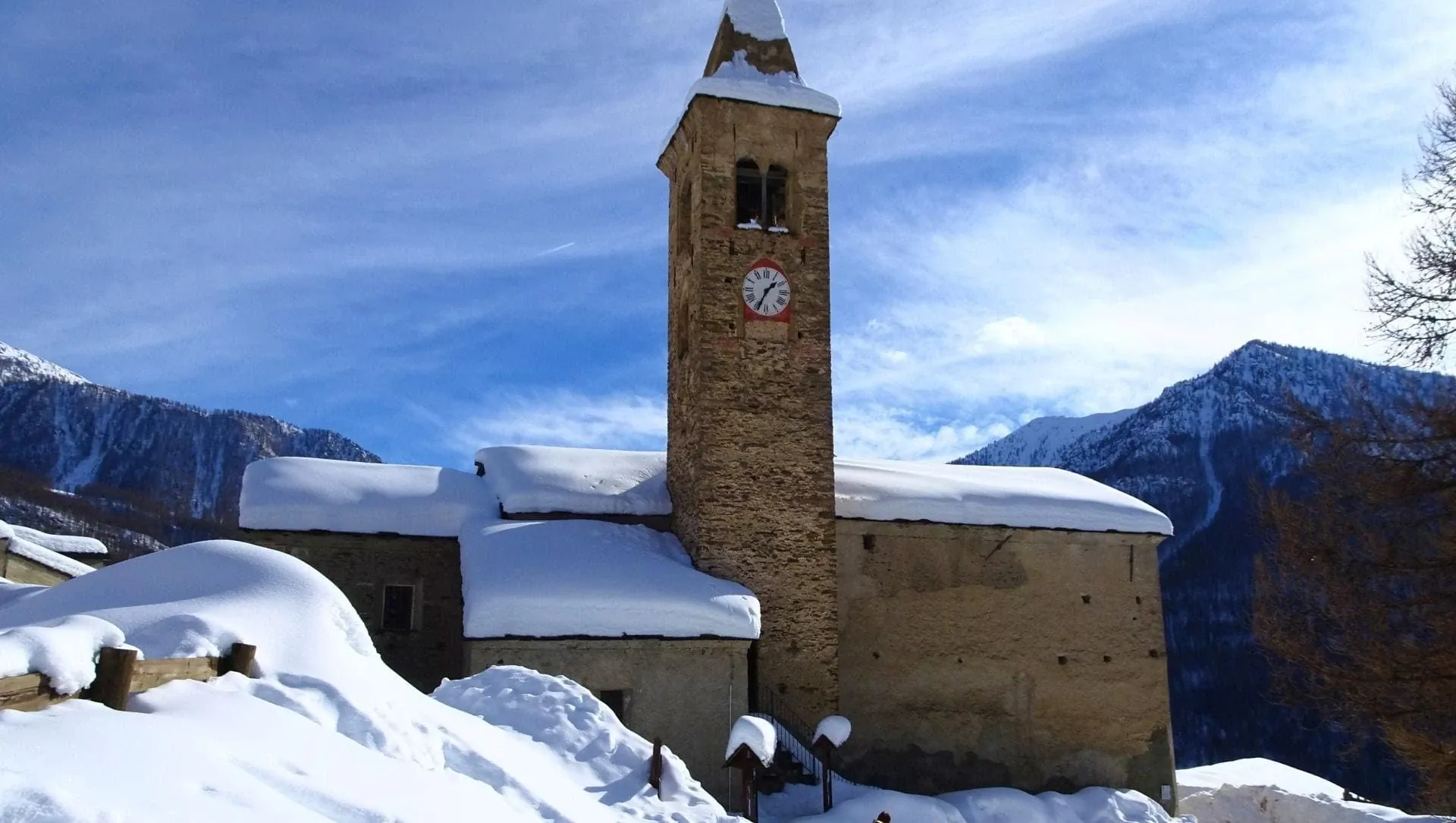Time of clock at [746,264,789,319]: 1:34
